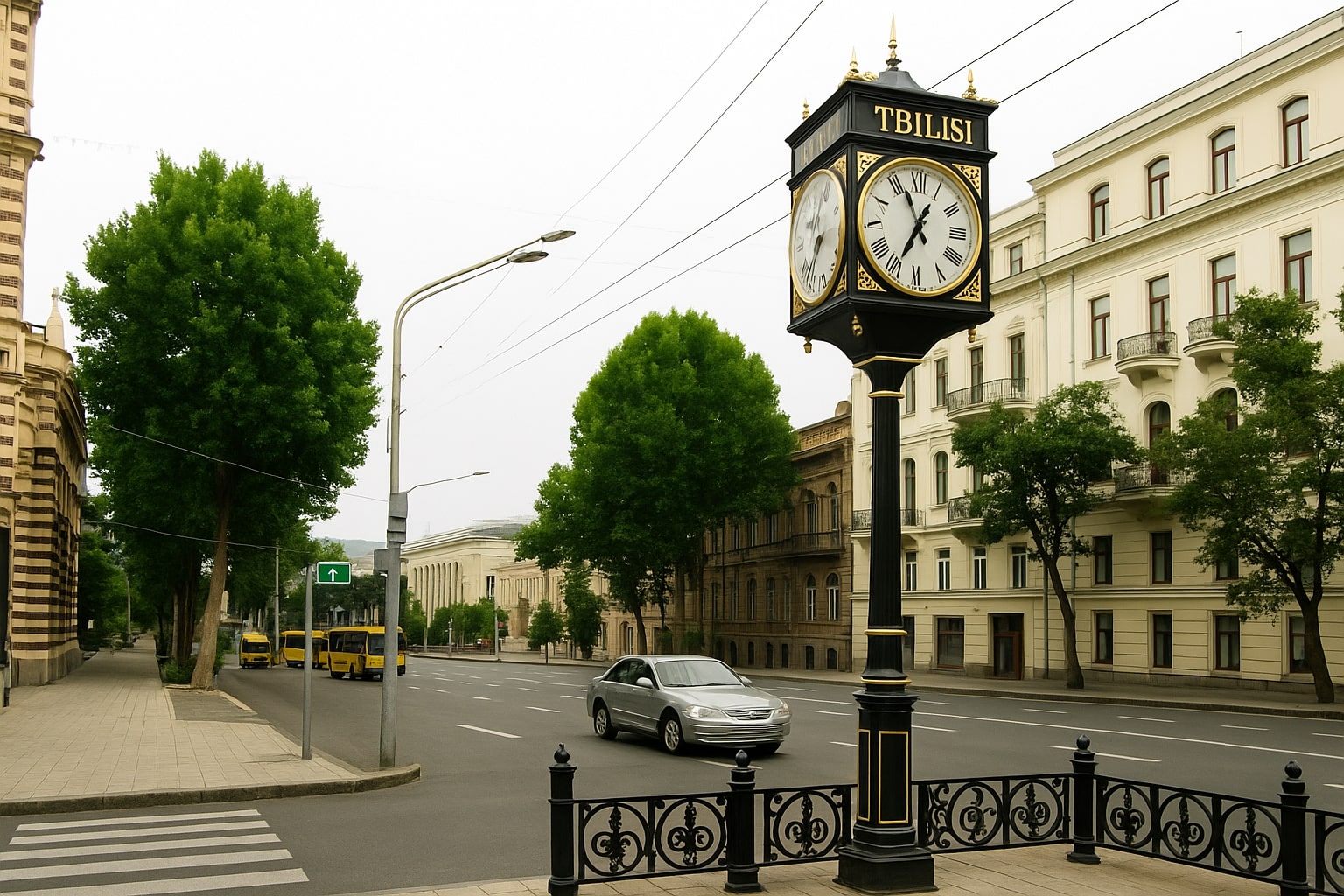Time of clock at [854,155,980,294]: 6:56
